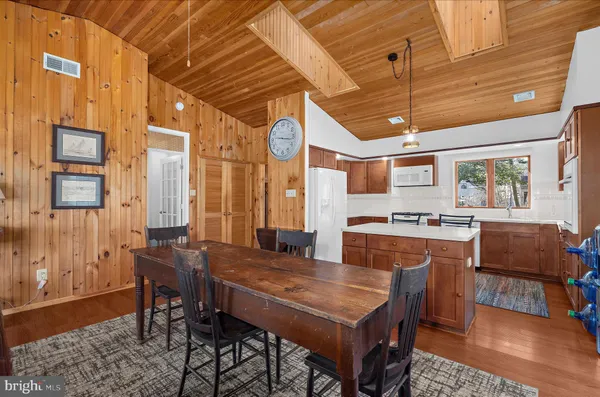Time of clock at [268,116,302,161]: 9:16
